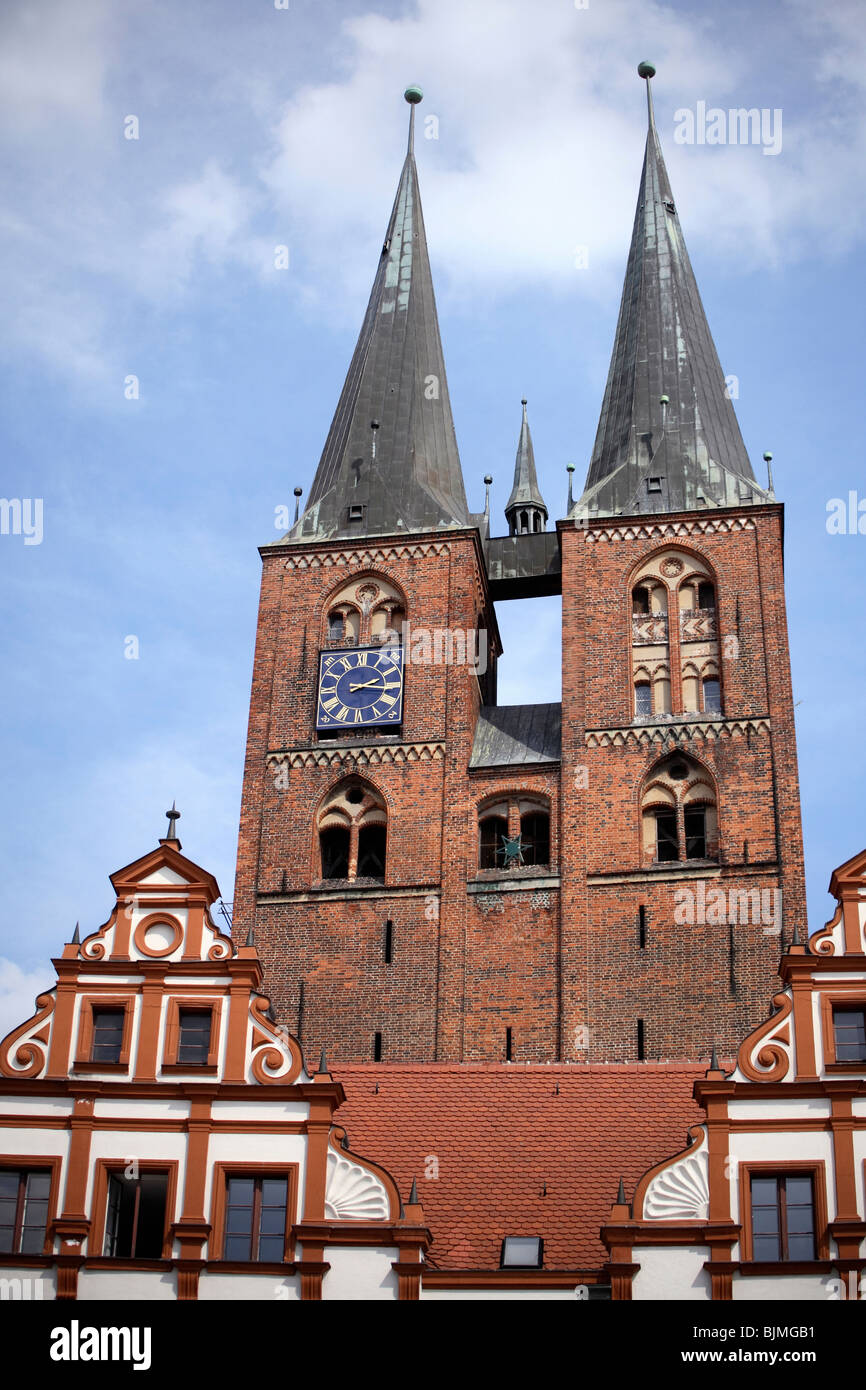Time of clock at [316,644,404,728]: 2:15
